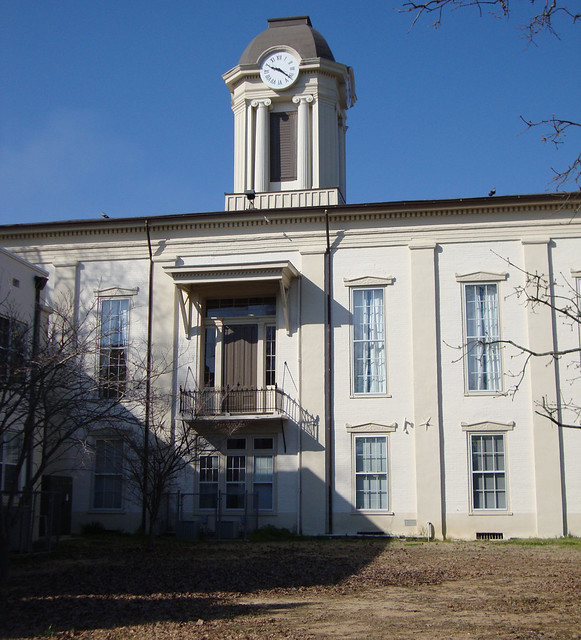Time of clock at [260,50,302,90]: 9:21
